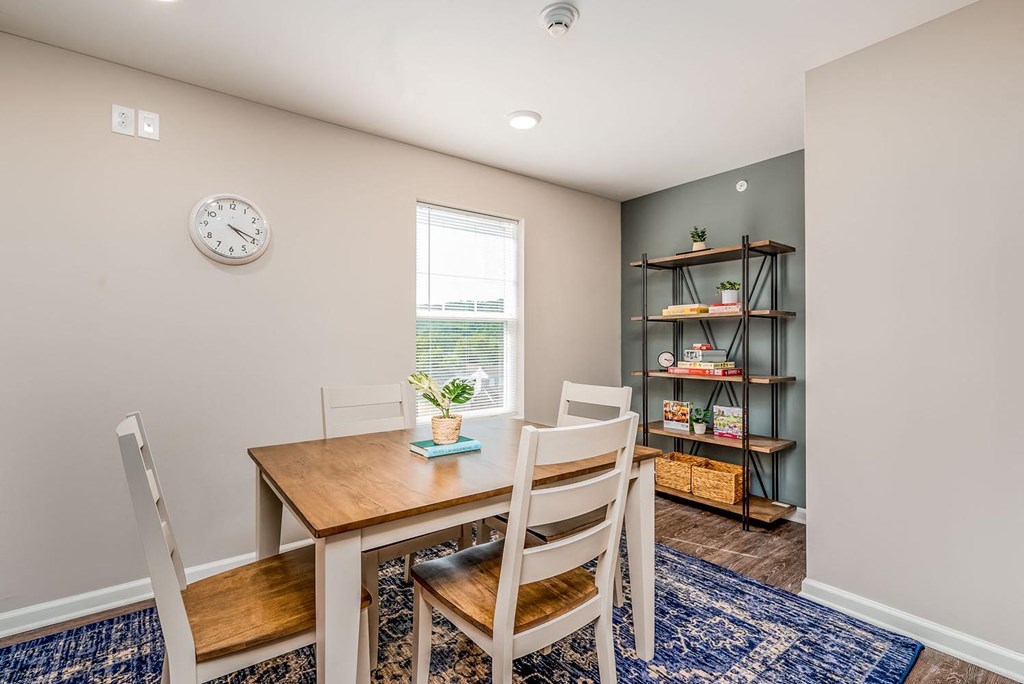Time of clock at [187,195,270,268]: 4:18
